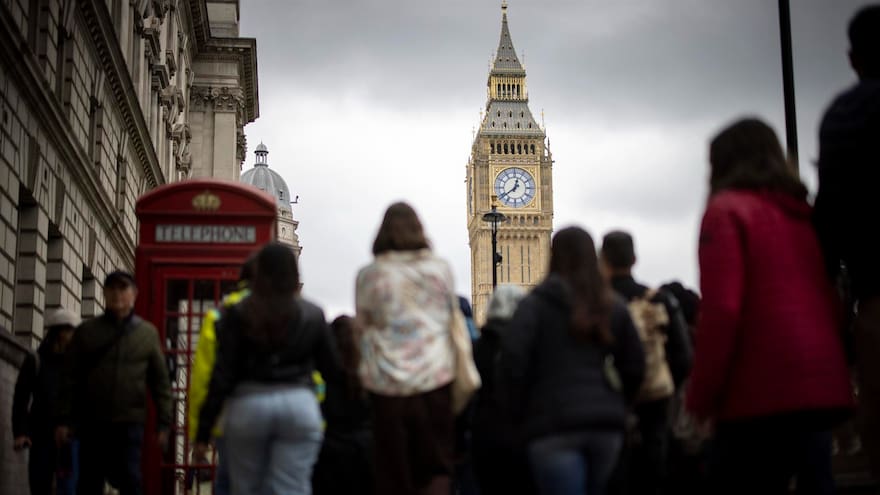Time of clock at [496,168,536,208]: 12:38
